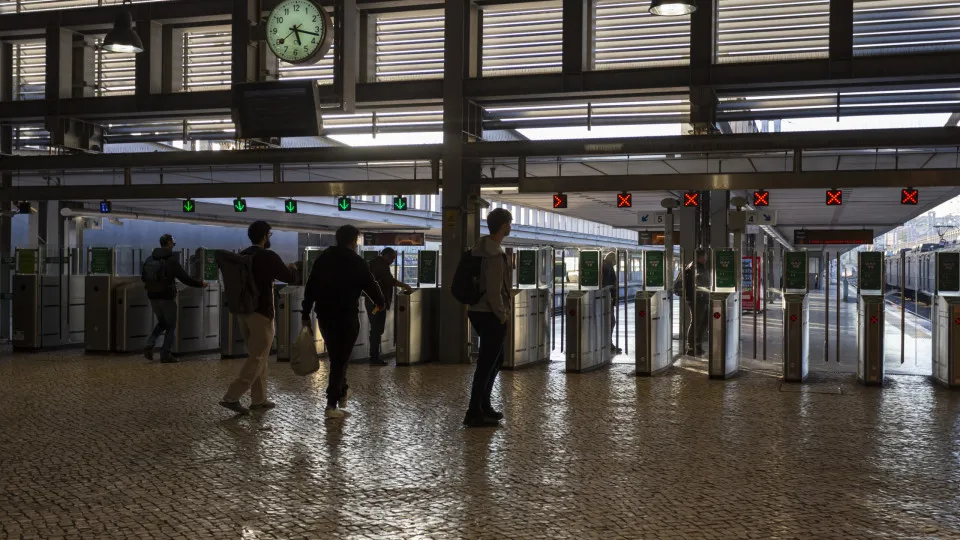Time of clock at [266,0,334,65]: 5:17
